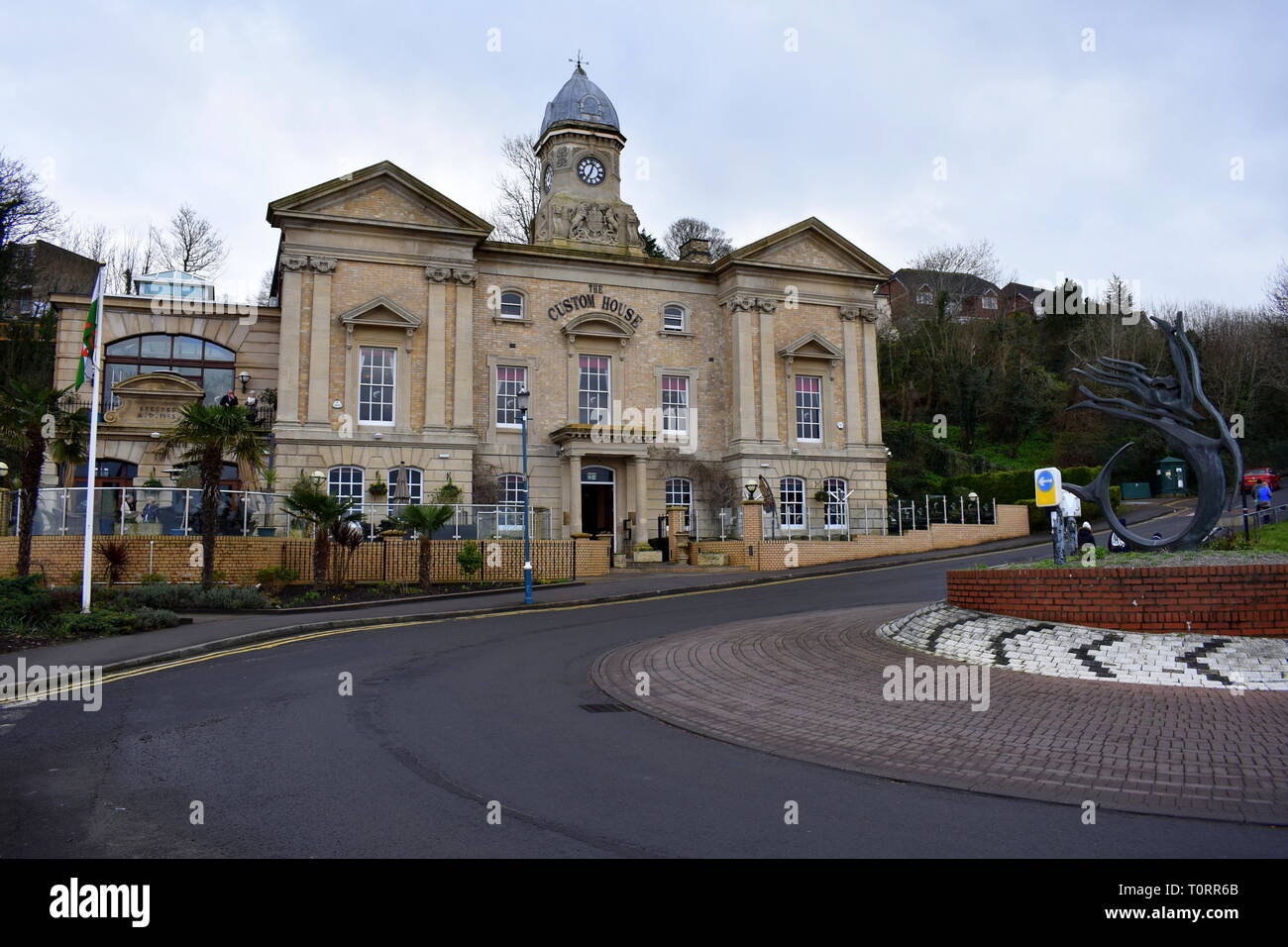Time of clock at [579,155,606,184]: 7:03
